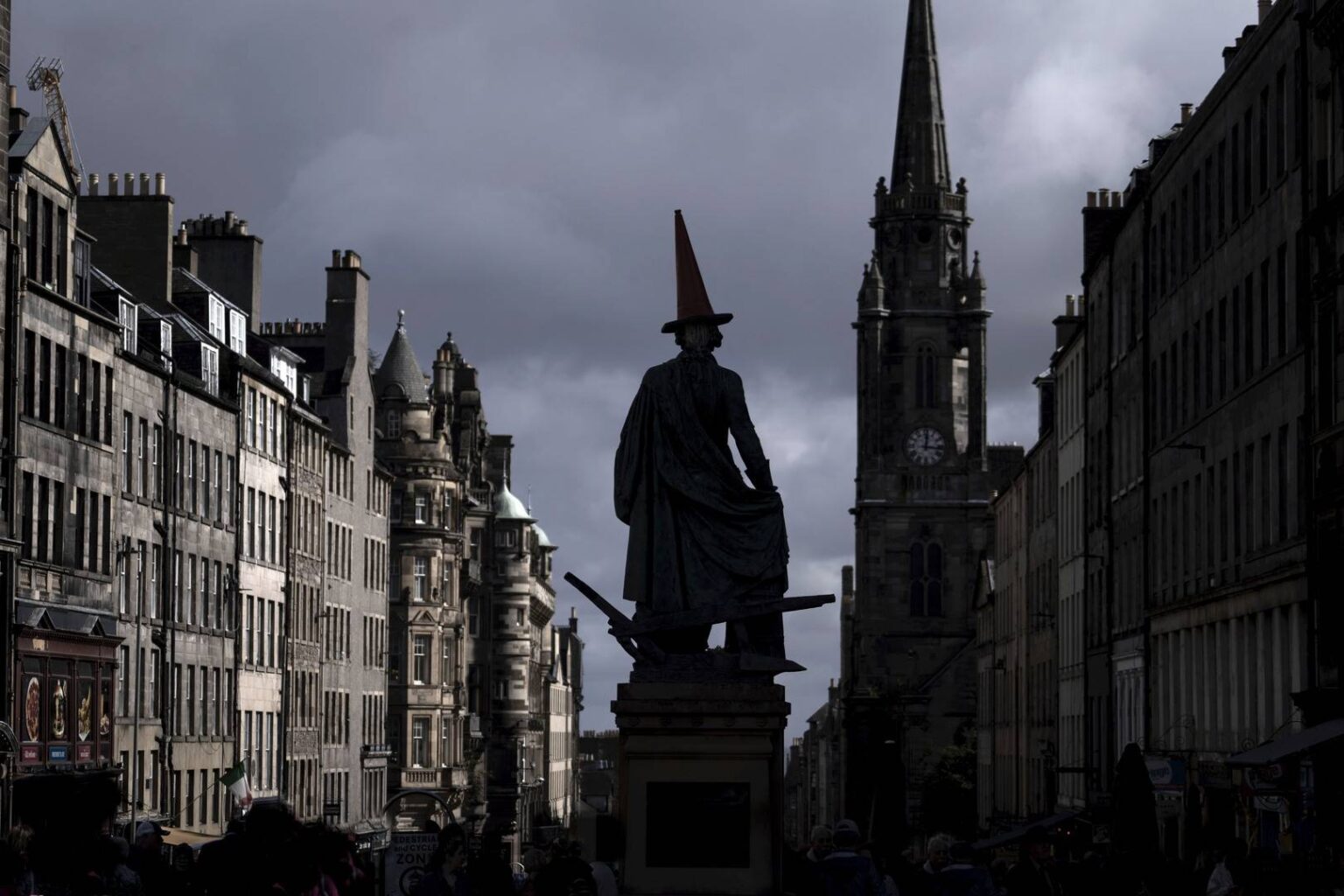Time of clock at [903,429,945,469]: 12:16
